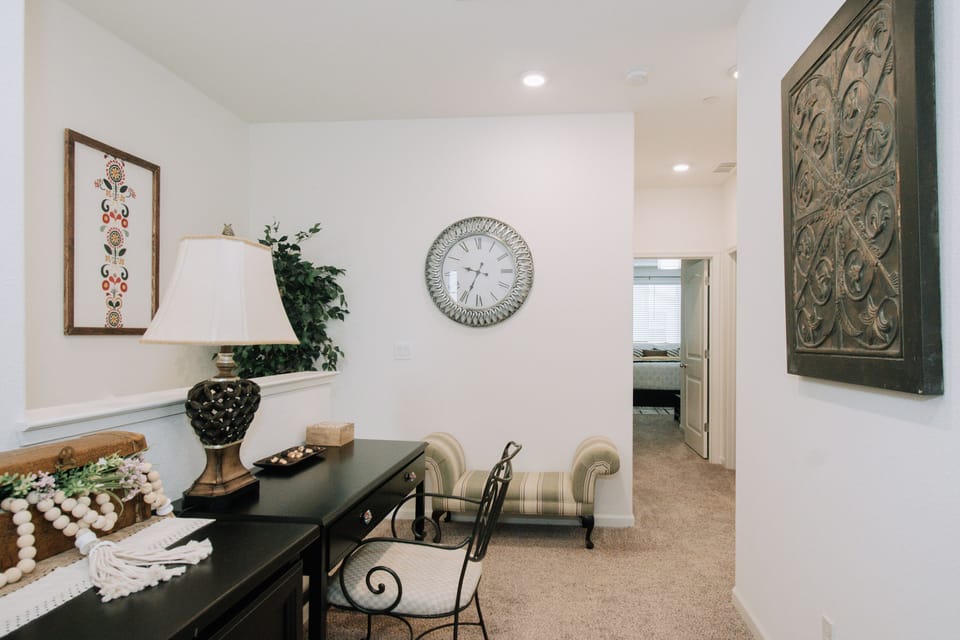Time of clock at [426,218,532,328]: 9:34
